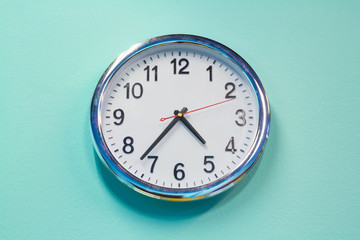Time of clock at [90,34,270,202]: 4:36
